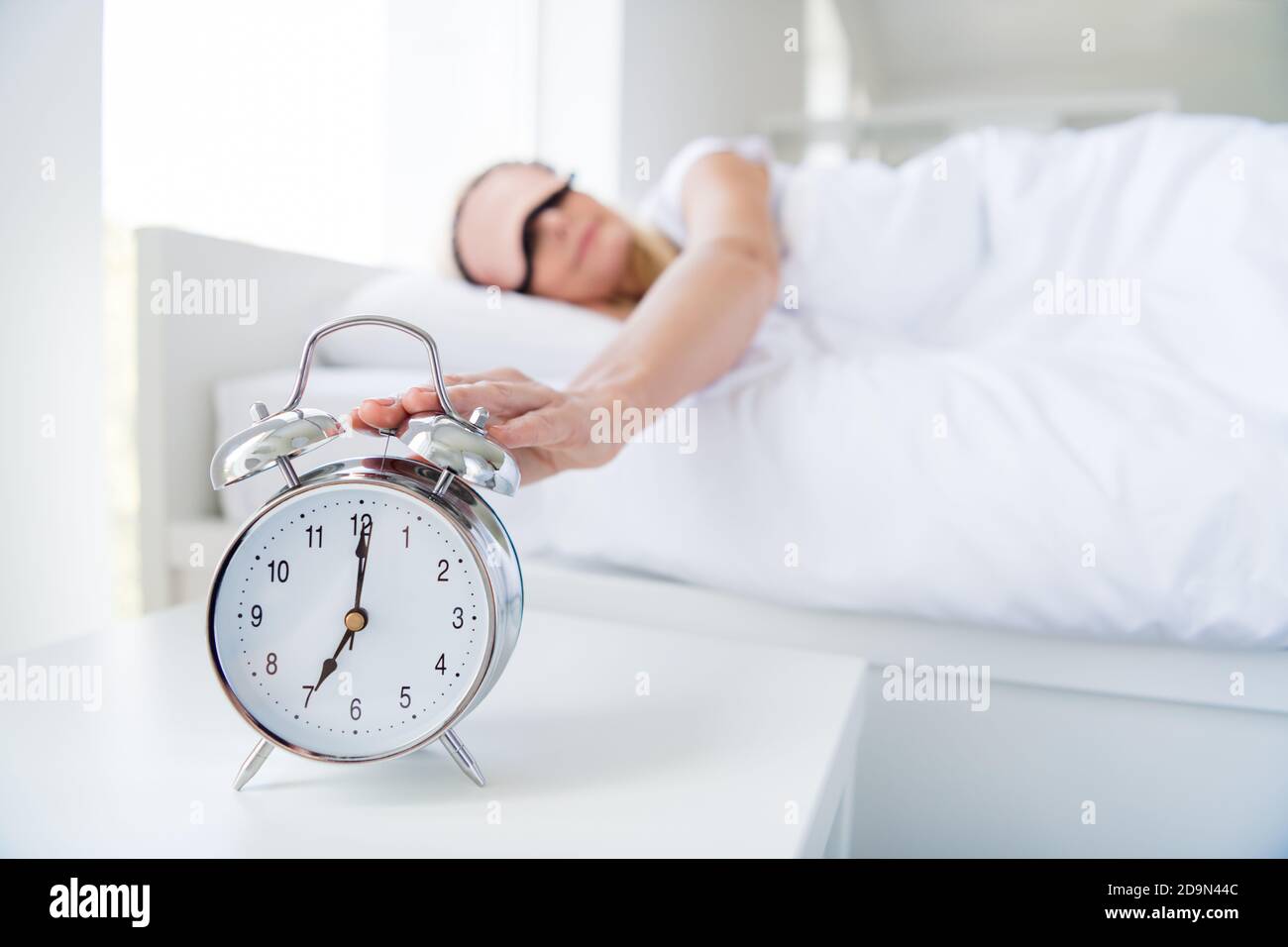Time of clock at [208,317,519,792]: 7:00
